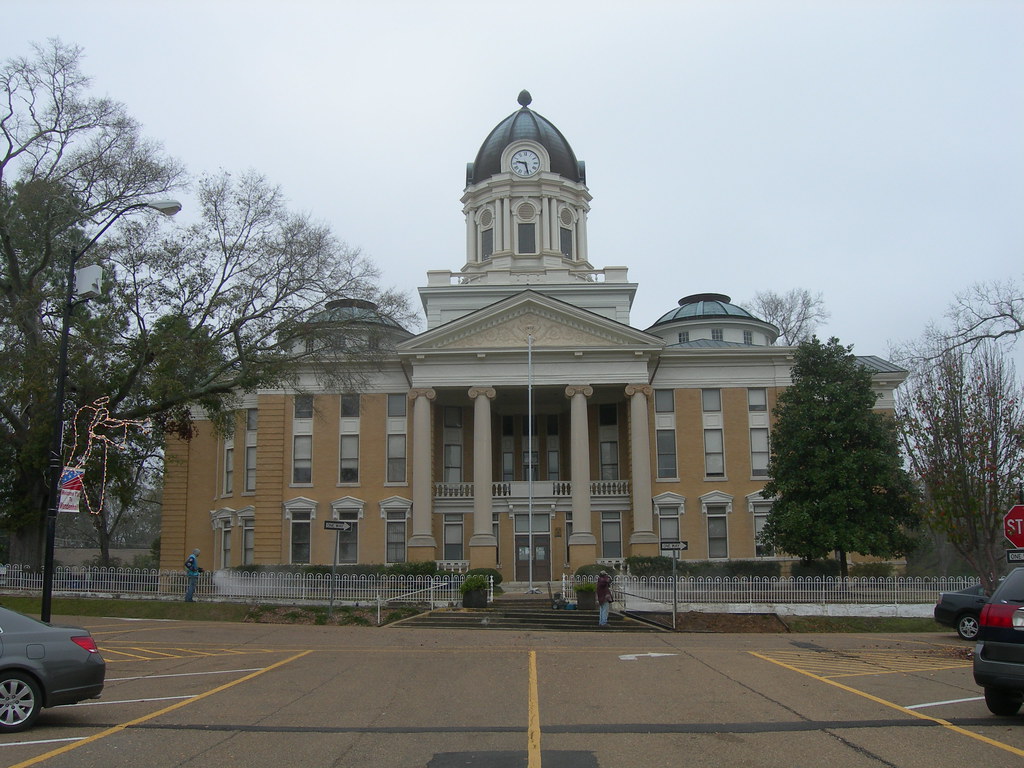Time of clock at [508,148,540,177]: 9:27
